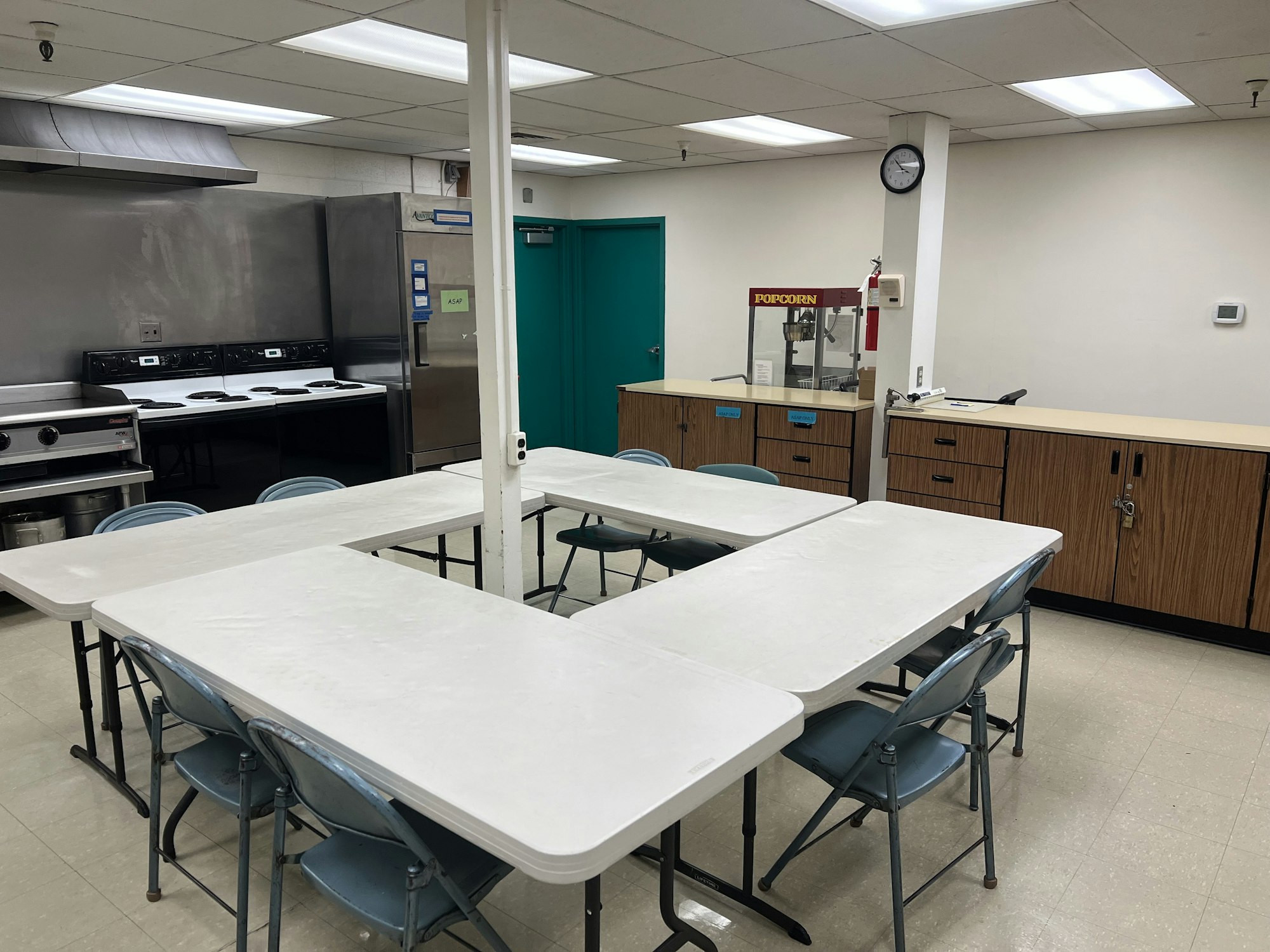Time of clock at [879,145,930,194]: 3:52
